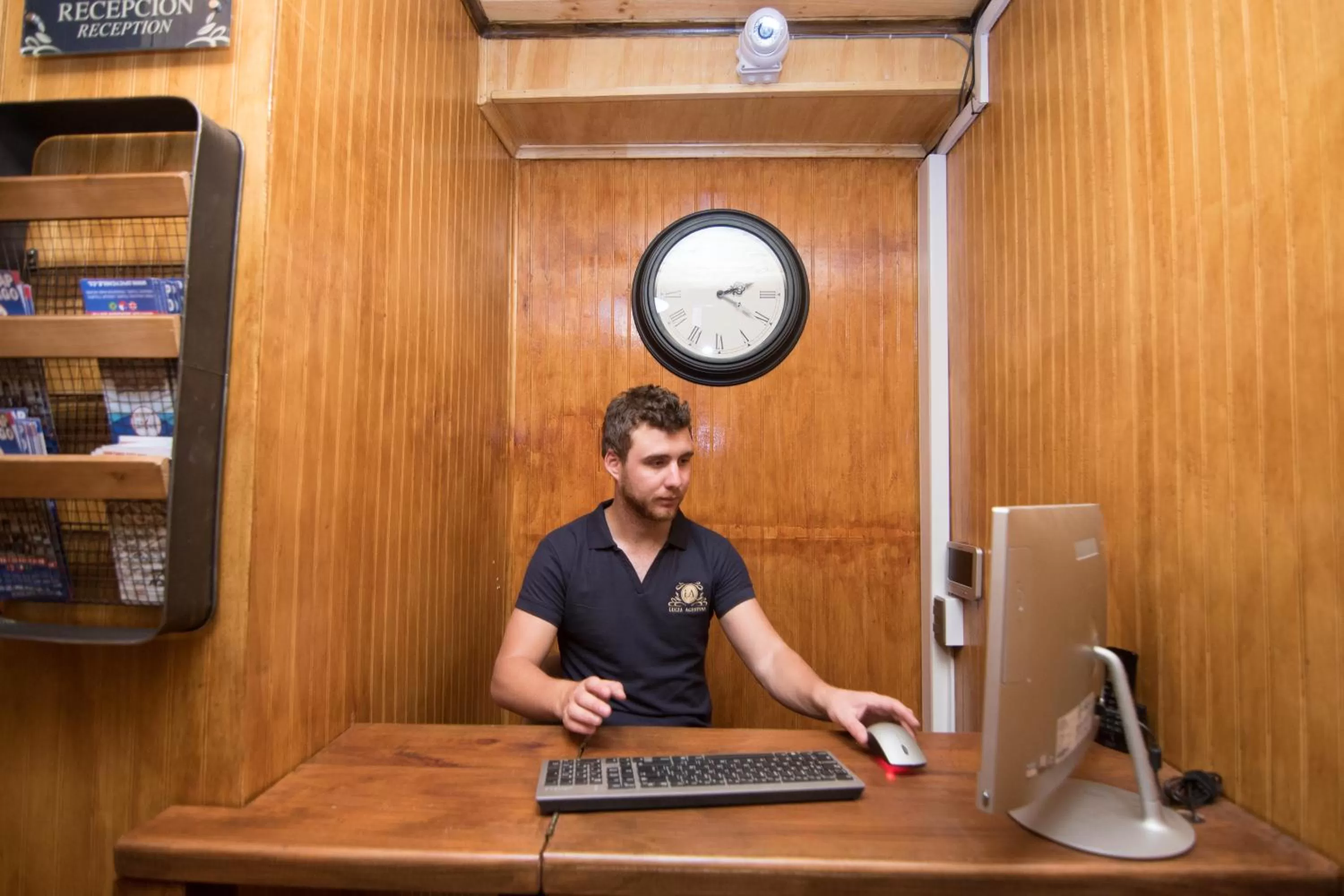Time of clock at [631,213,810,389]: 2:20
